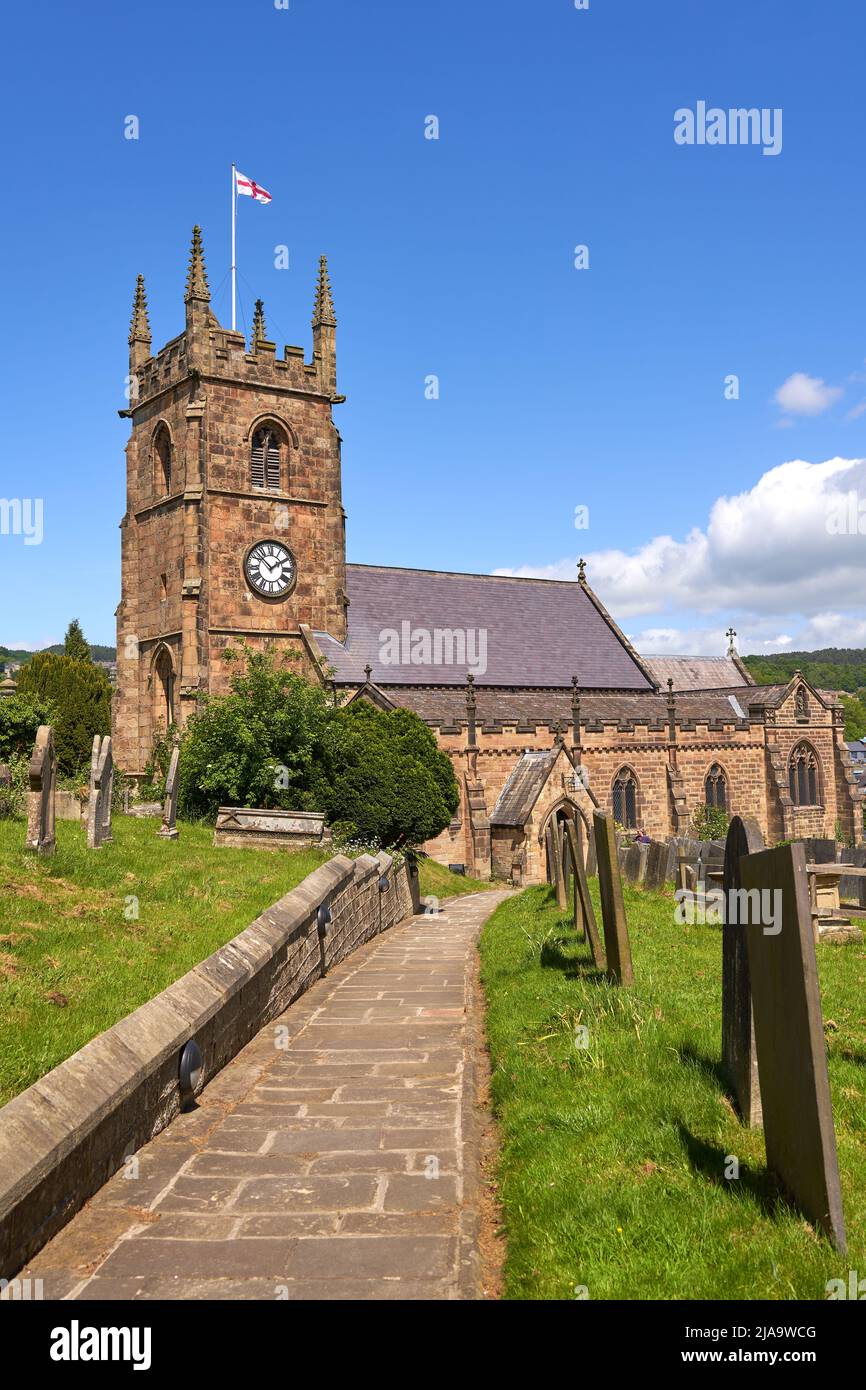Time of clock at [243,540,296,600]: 1:52
